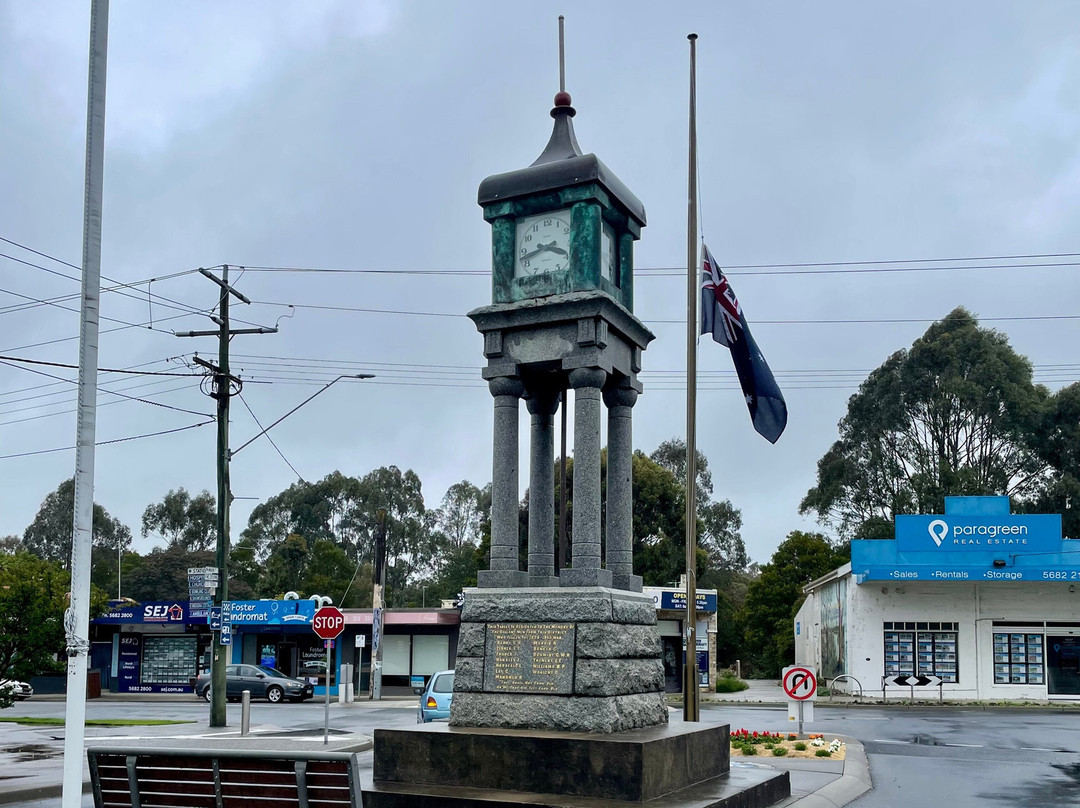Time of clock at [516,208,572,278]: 3:42
